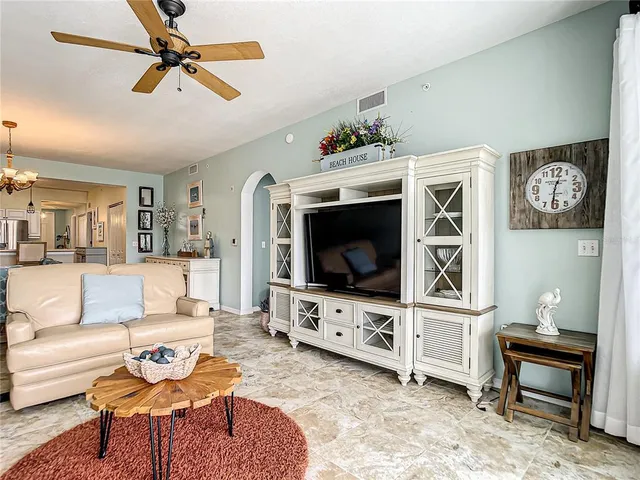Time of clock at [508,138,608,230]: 12:31
